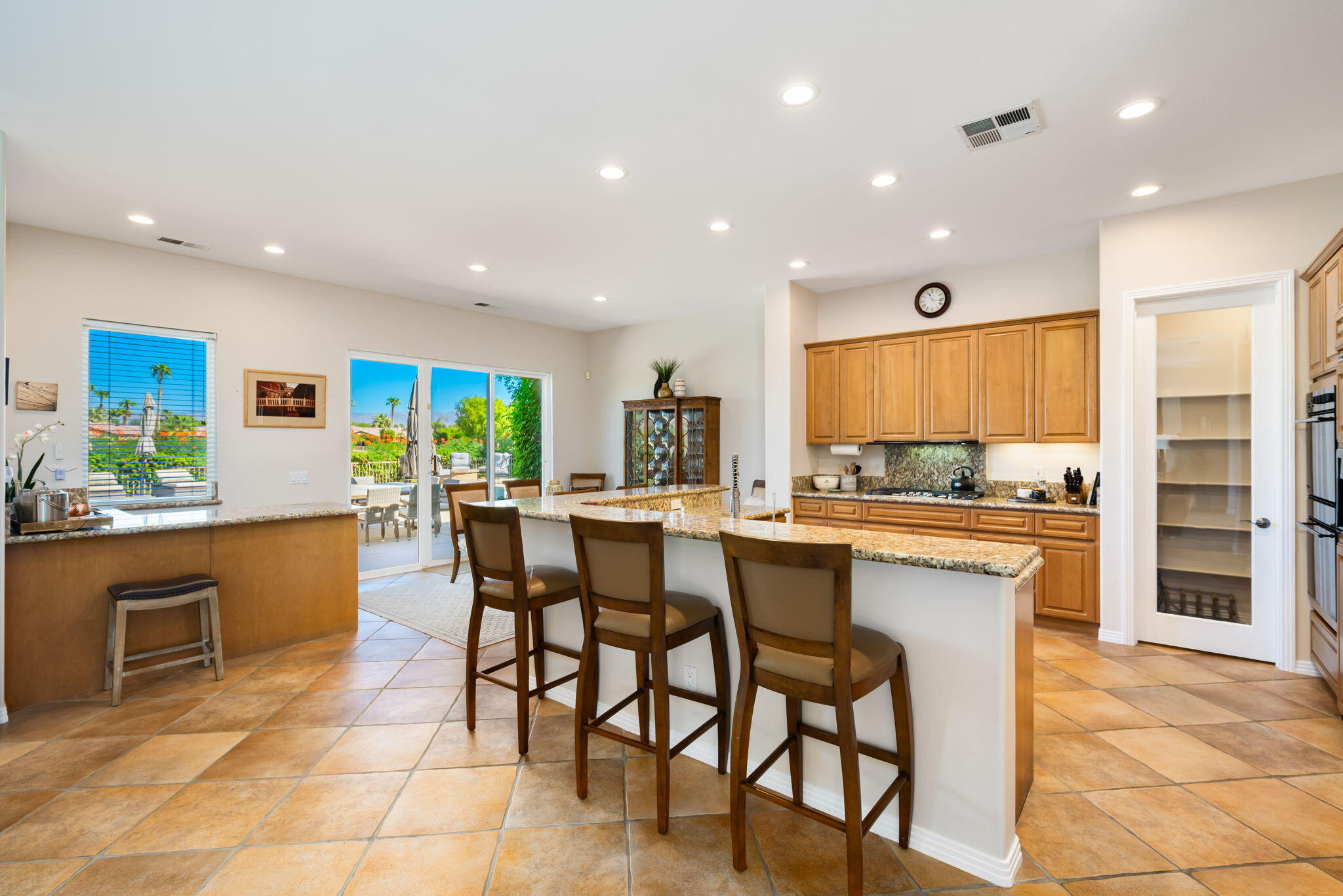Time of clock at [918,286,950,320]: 11:16
